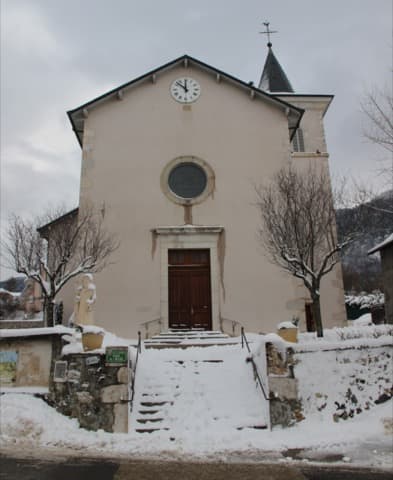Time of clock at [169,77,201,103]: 11:52
